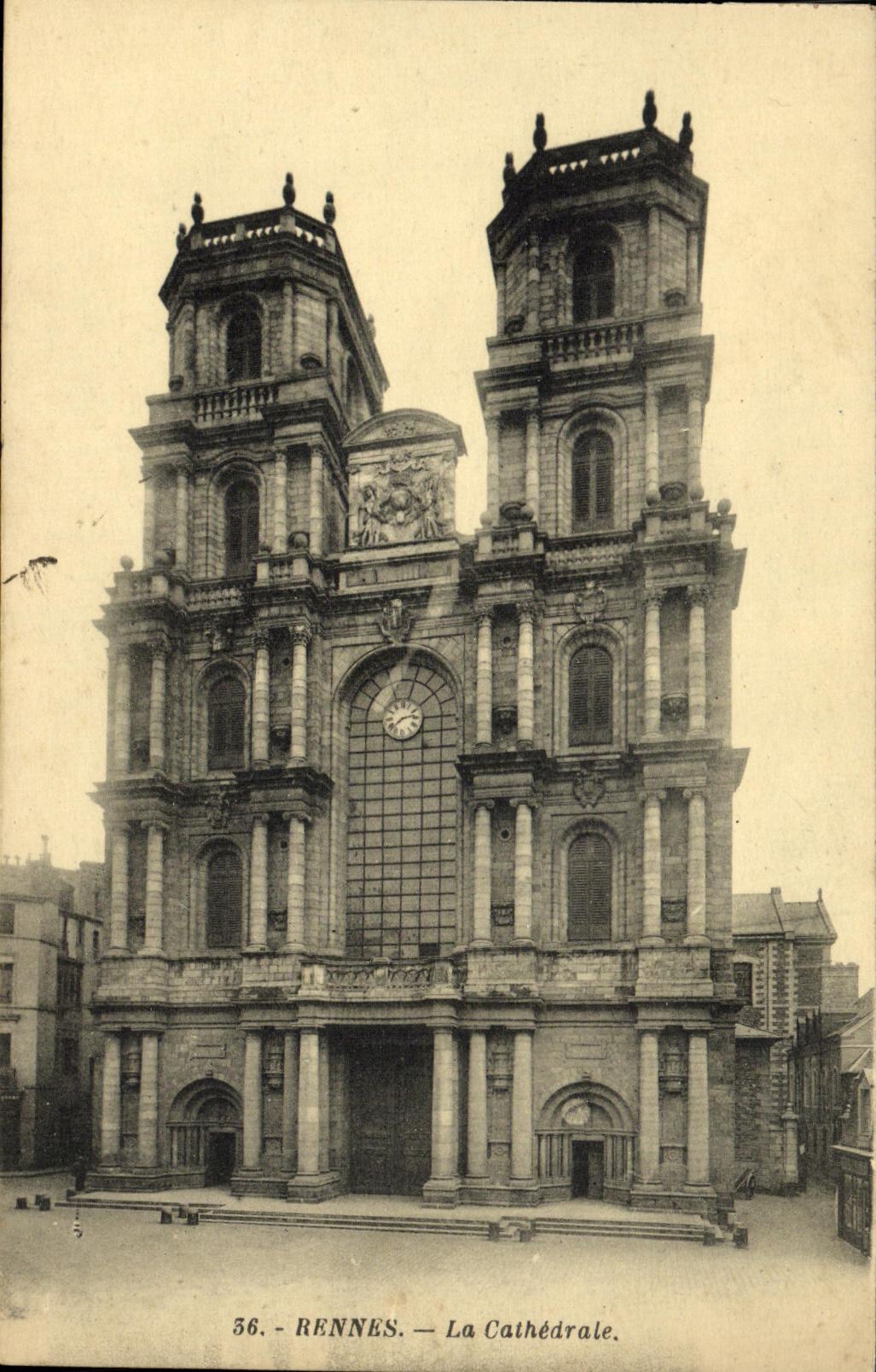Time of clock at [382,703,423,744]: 2:38
